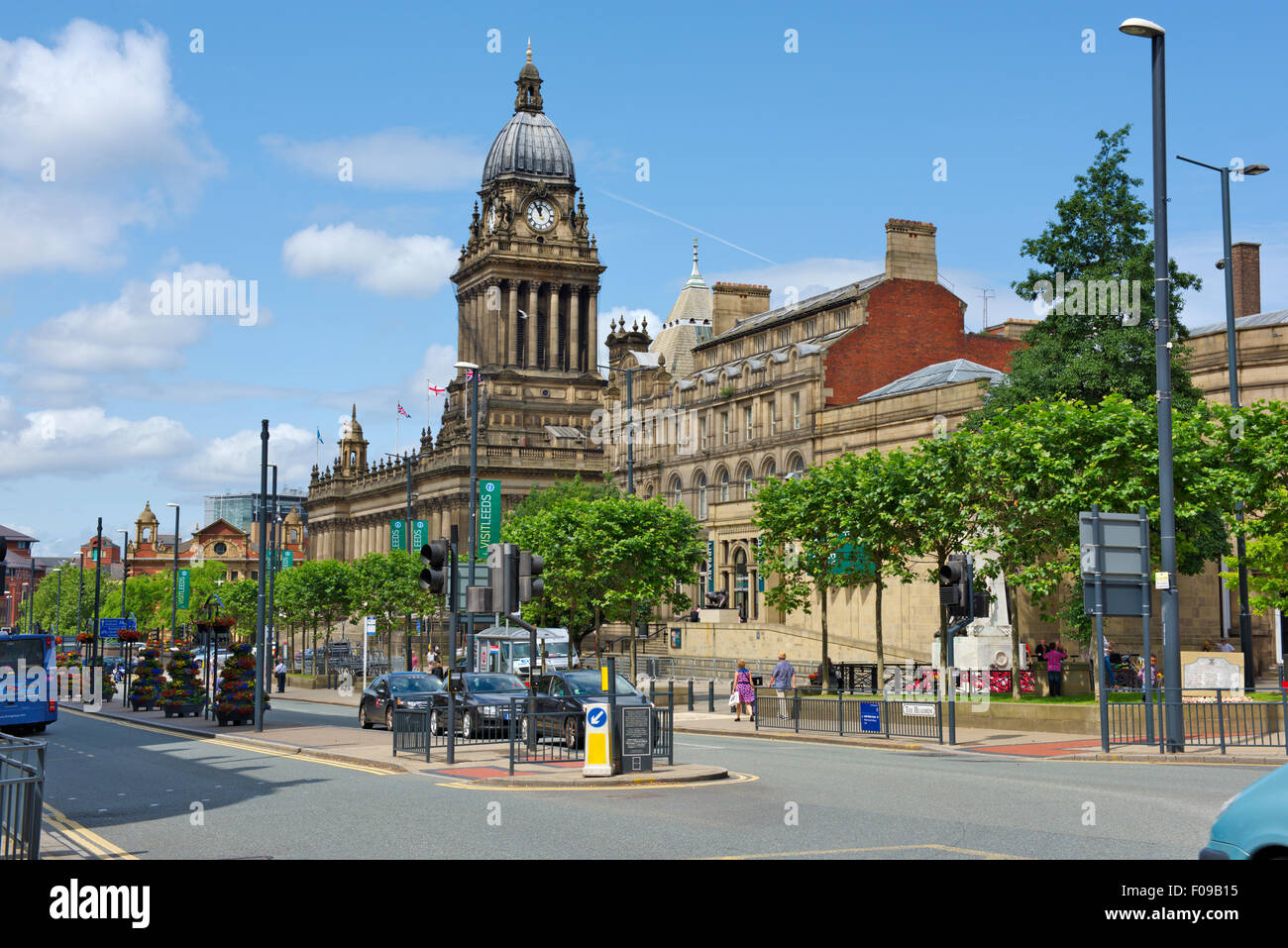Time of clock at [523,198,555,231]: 11:55
